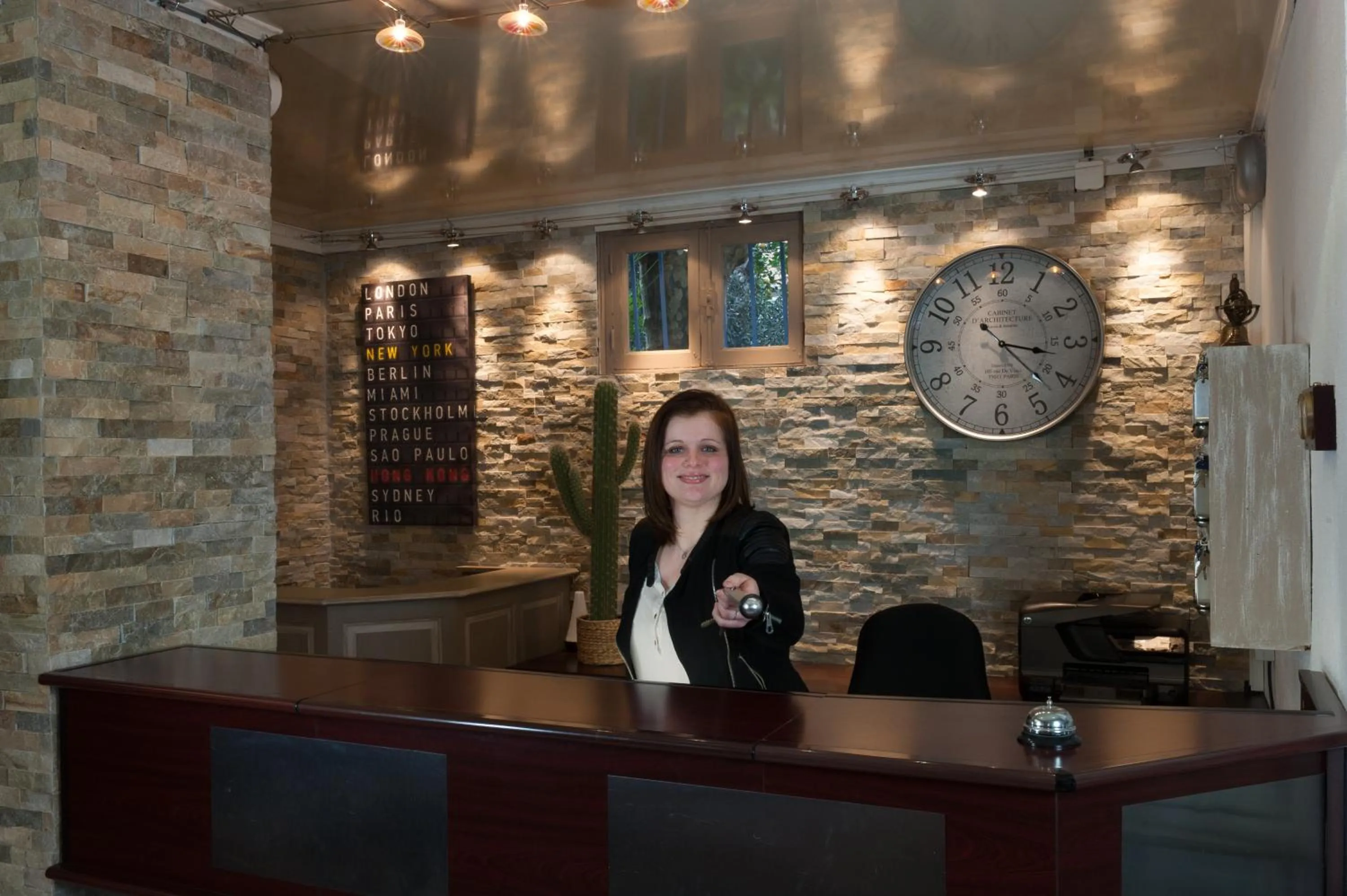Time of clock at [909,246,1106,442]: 3:22
